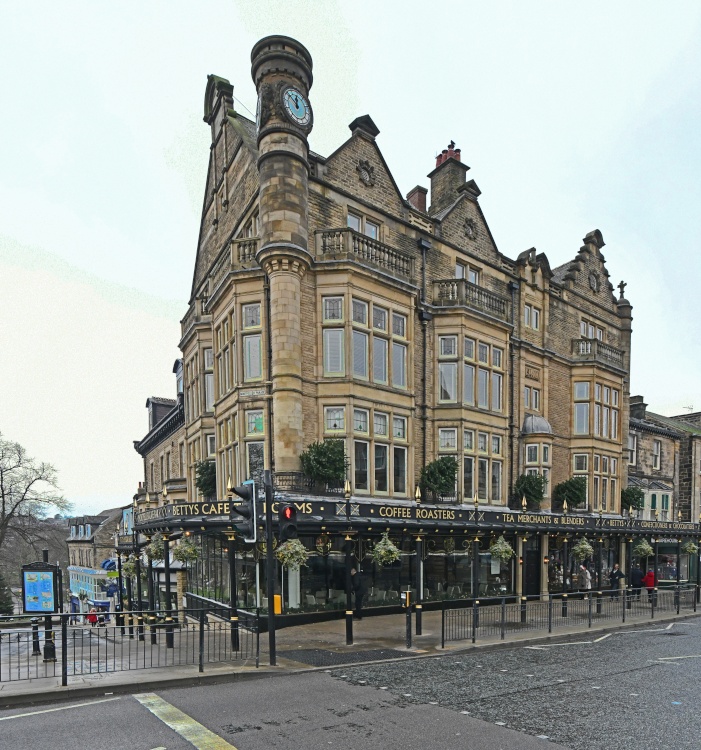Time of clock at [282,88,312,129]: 11:51
